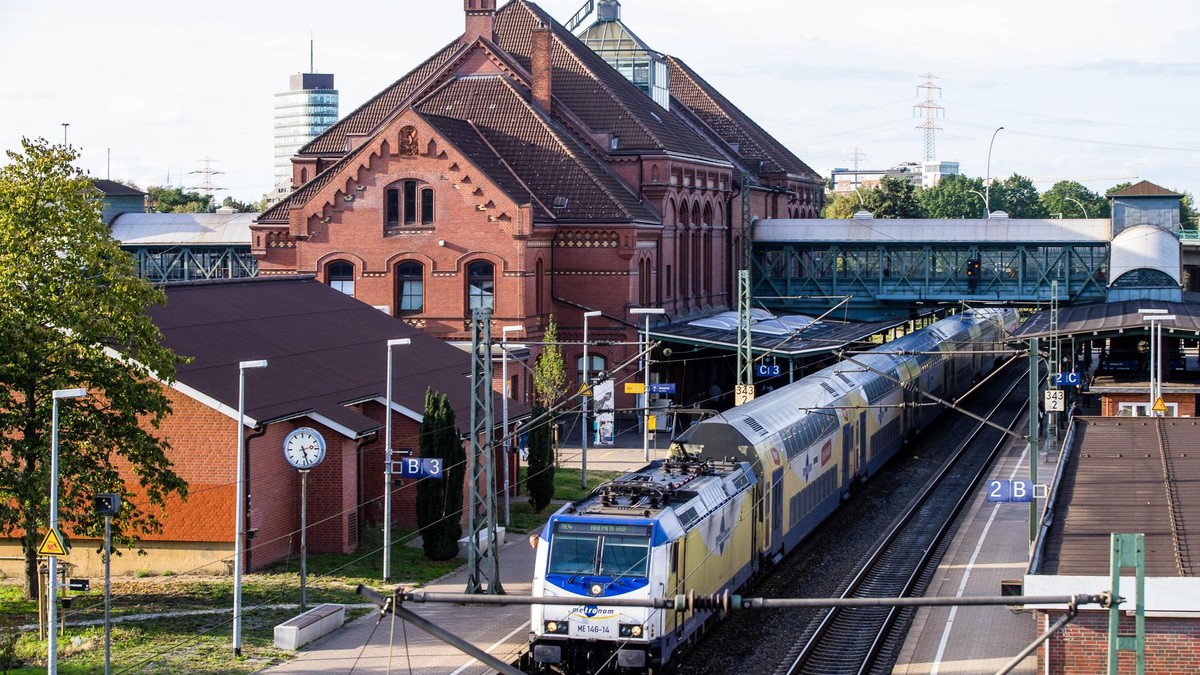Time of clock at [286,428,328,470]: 2:27
